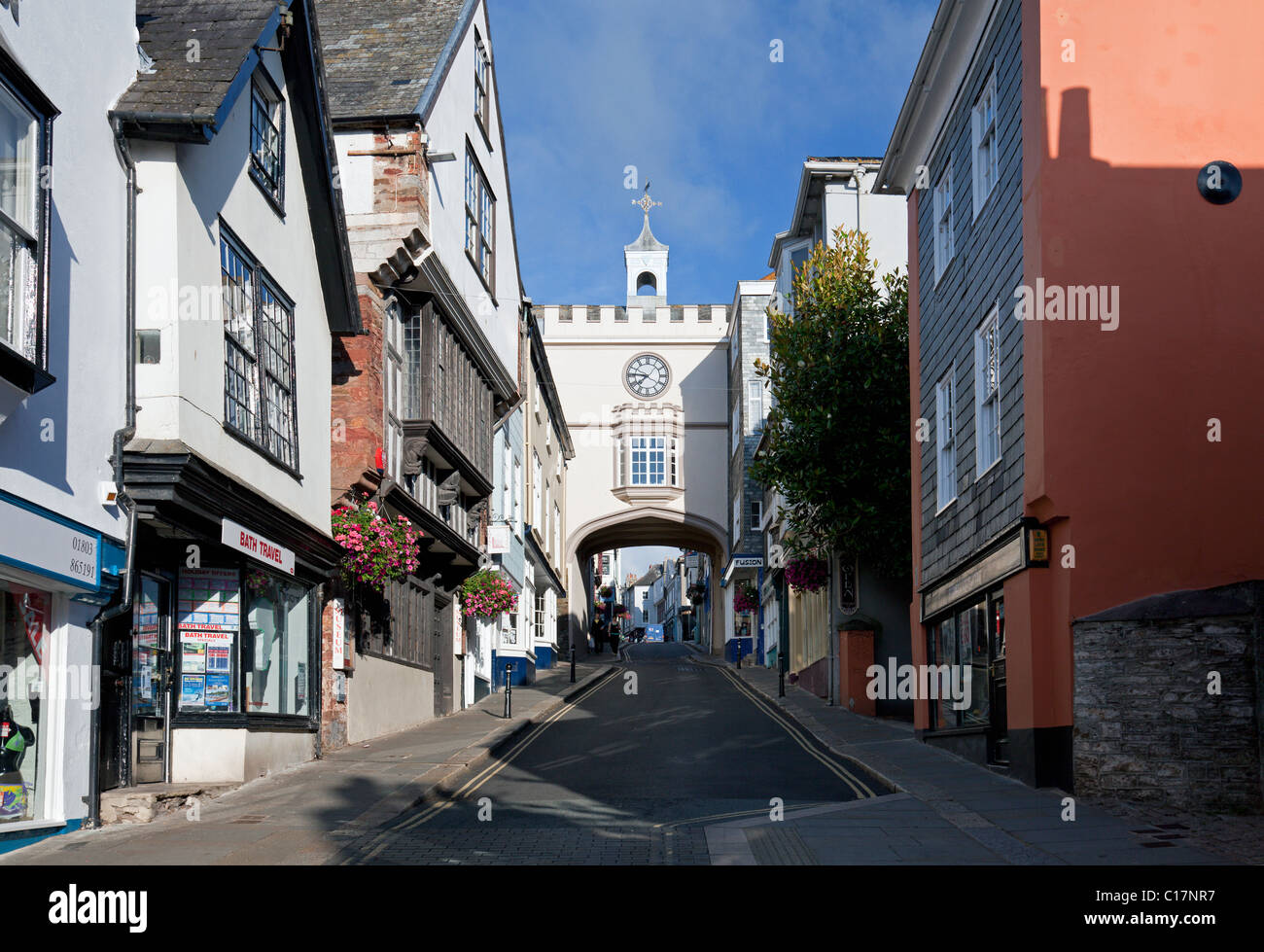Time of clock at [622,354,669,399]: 7:46
